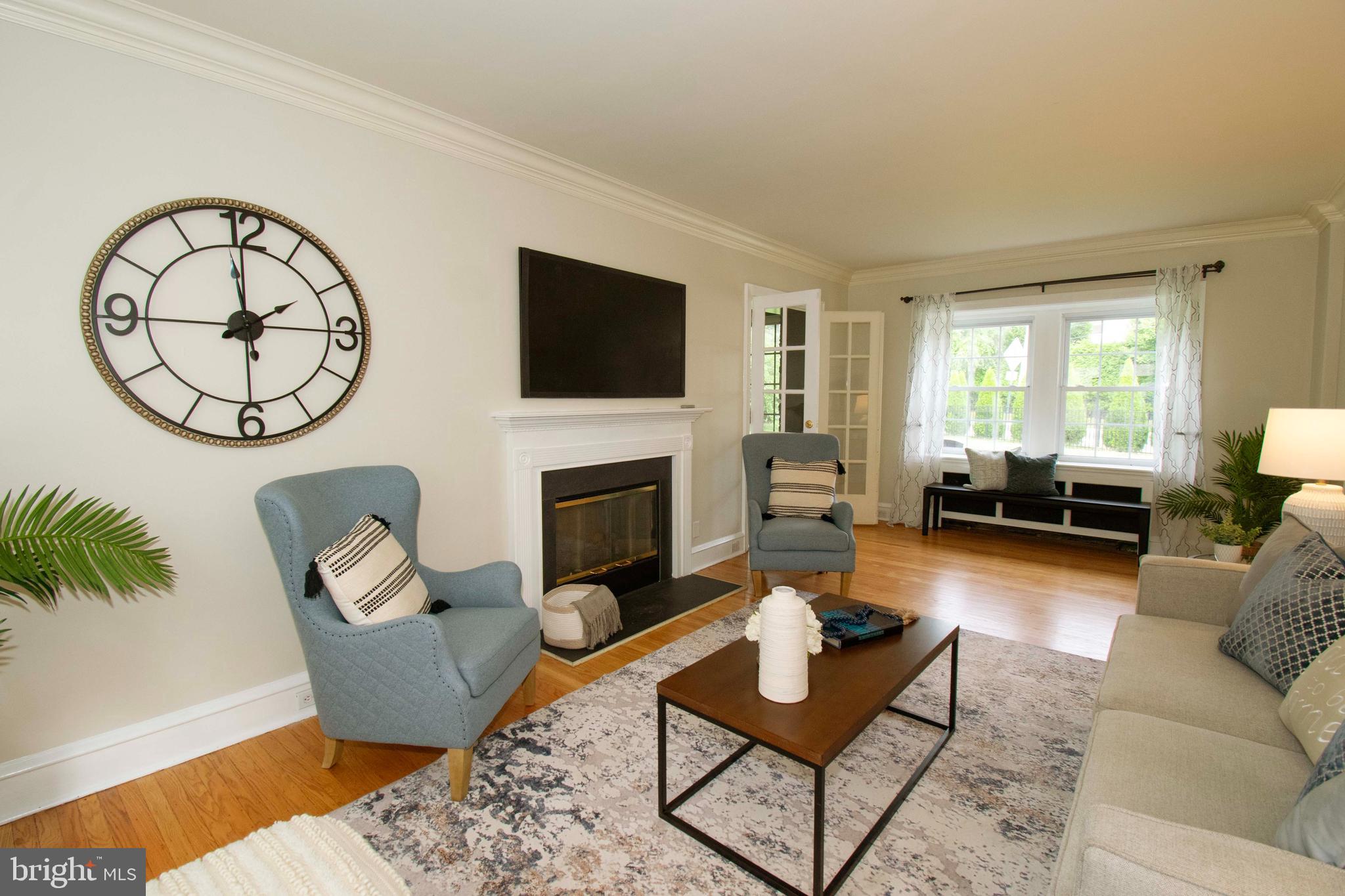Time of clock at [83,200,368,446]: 1:59
